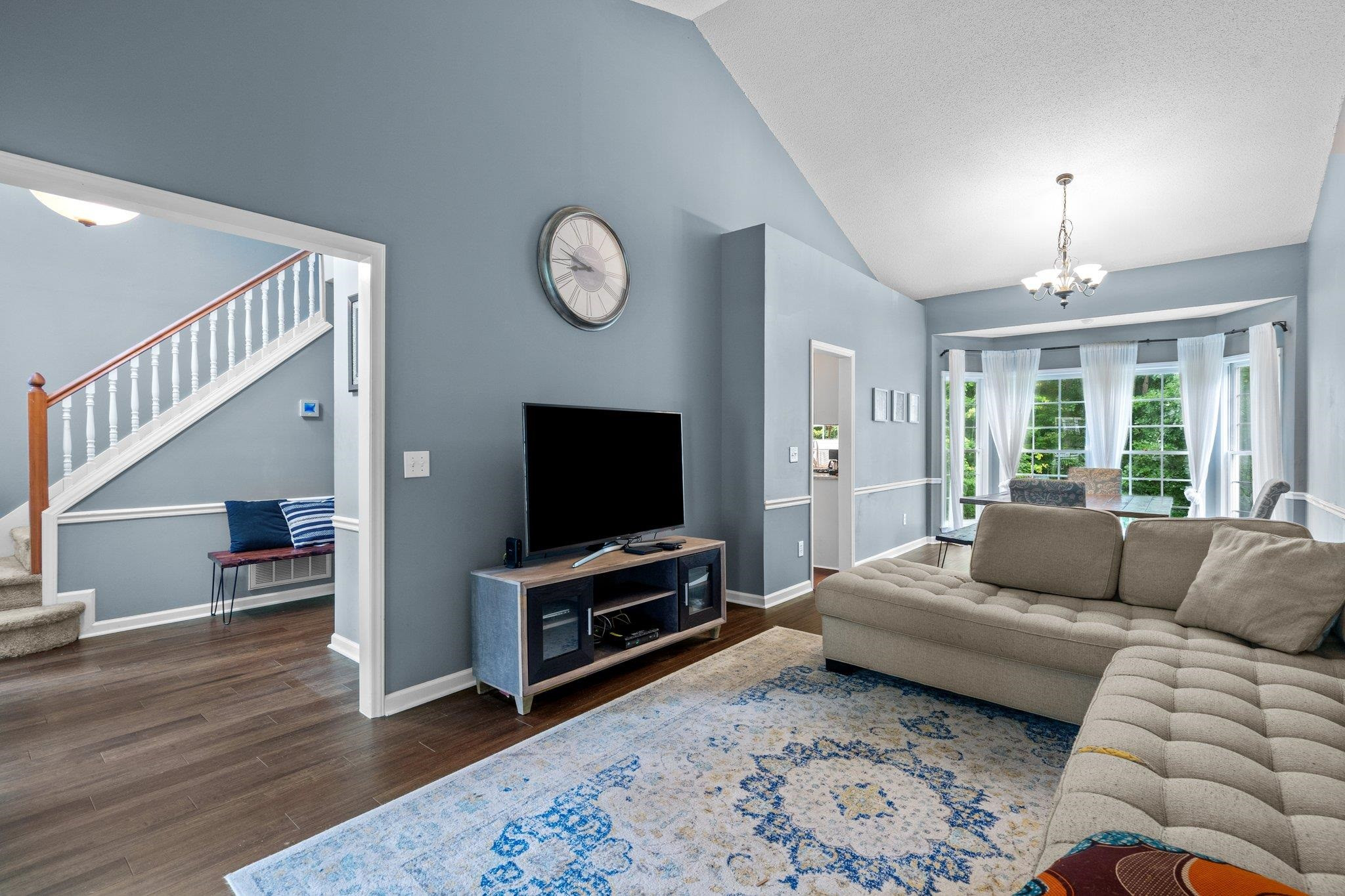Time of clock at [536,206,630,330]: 8:47
